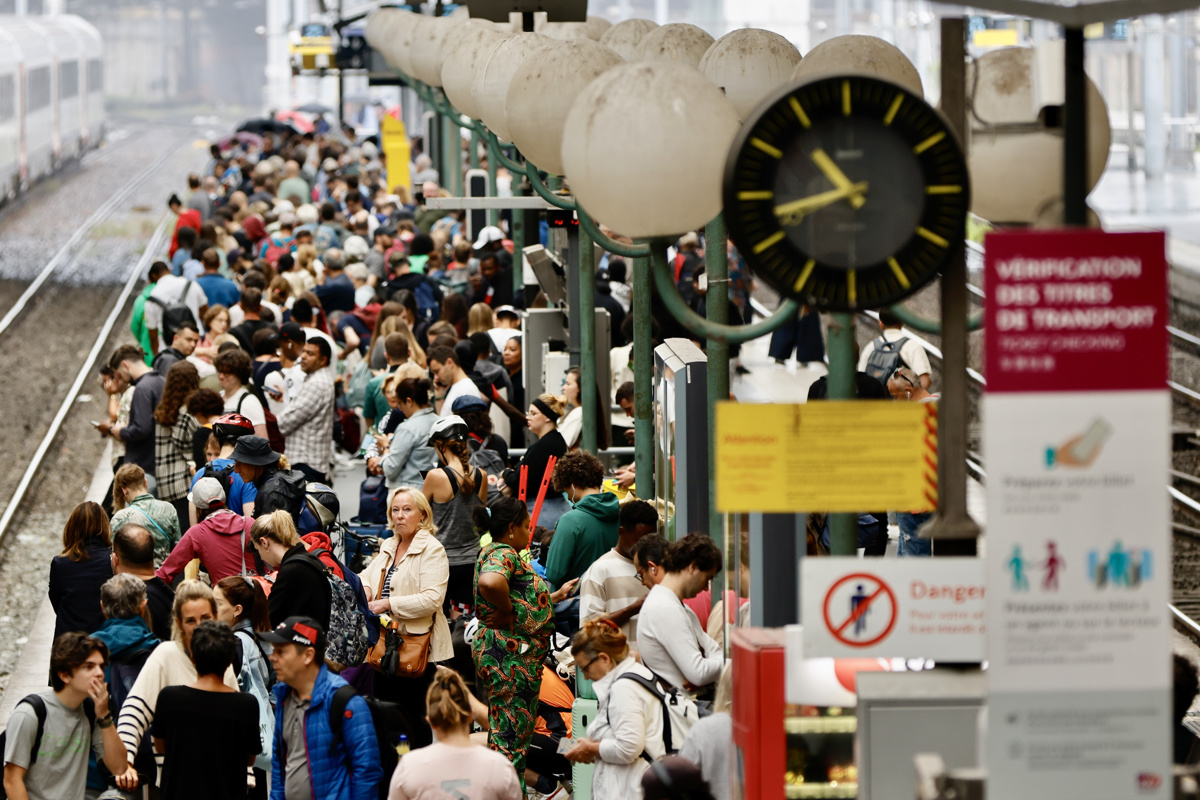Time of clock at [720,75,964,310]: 10:42
